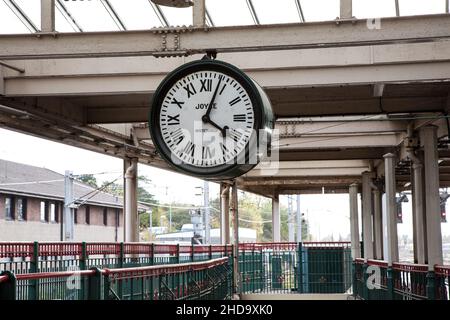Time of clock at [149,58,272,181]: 4:03
